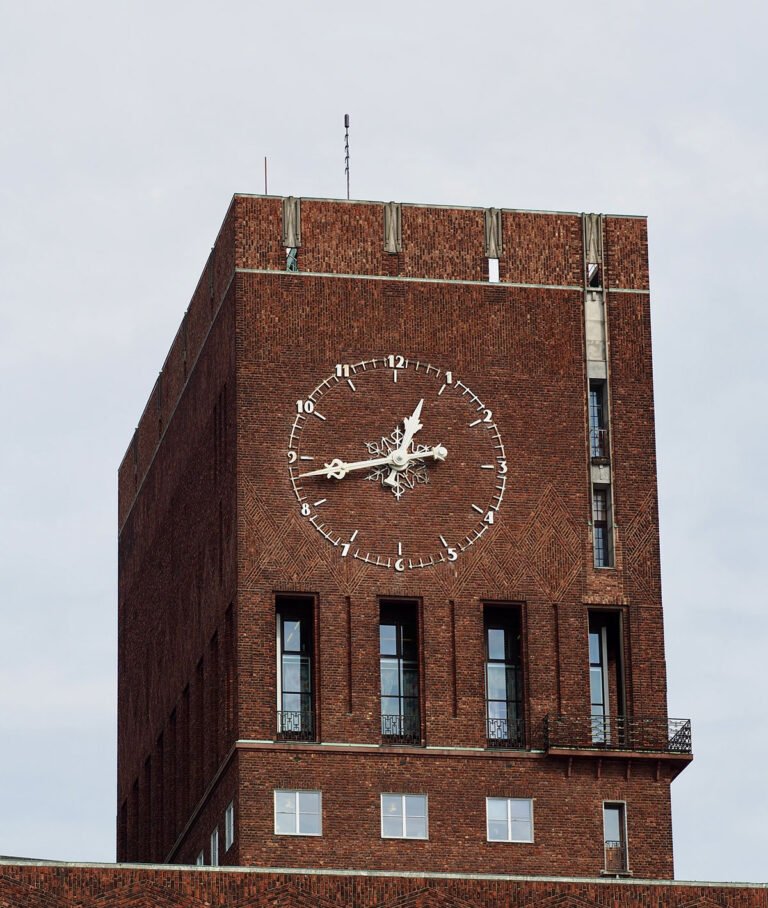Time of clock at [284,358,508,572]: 12:43
